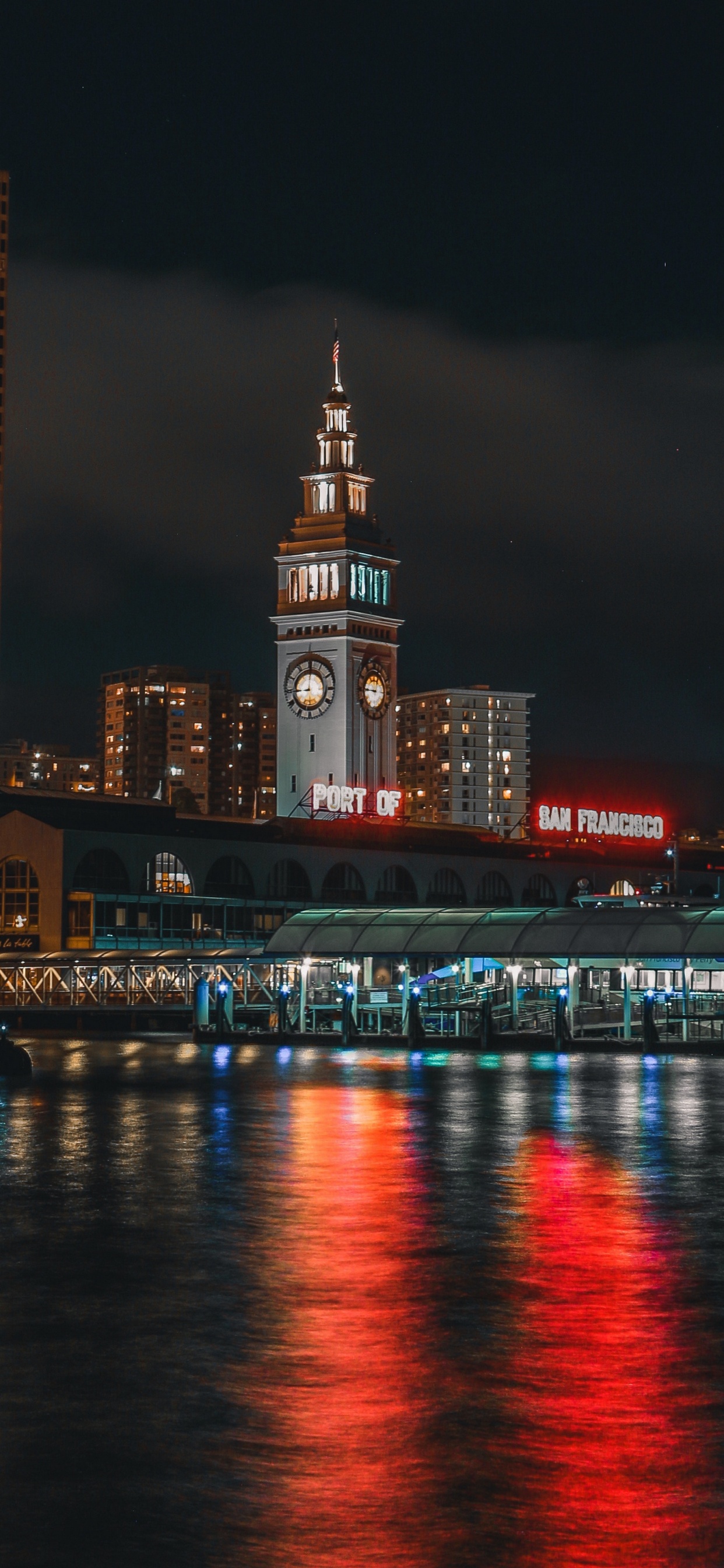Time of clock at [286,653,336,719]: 9:00
